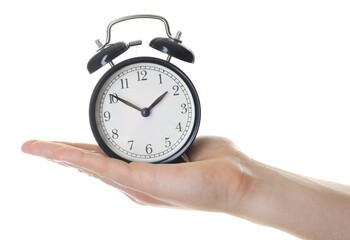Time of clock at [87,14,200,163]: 1:50
